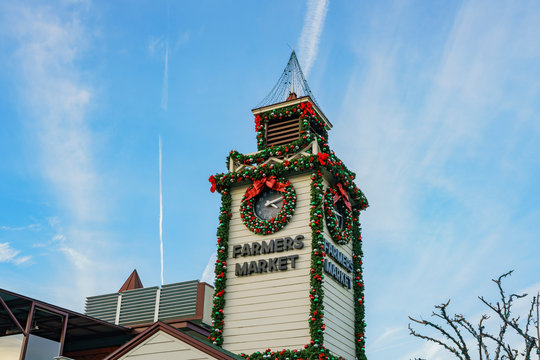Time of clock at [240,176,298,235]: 2:12
